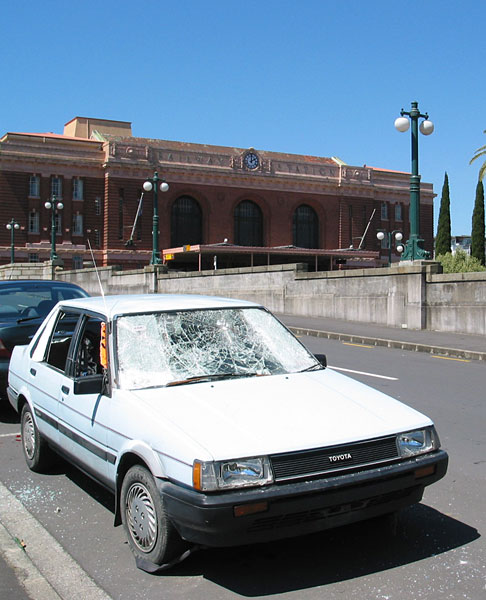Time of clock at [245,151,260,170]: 2:00
